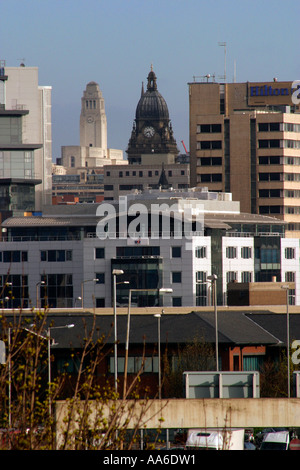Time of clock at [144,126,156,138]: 8:26
